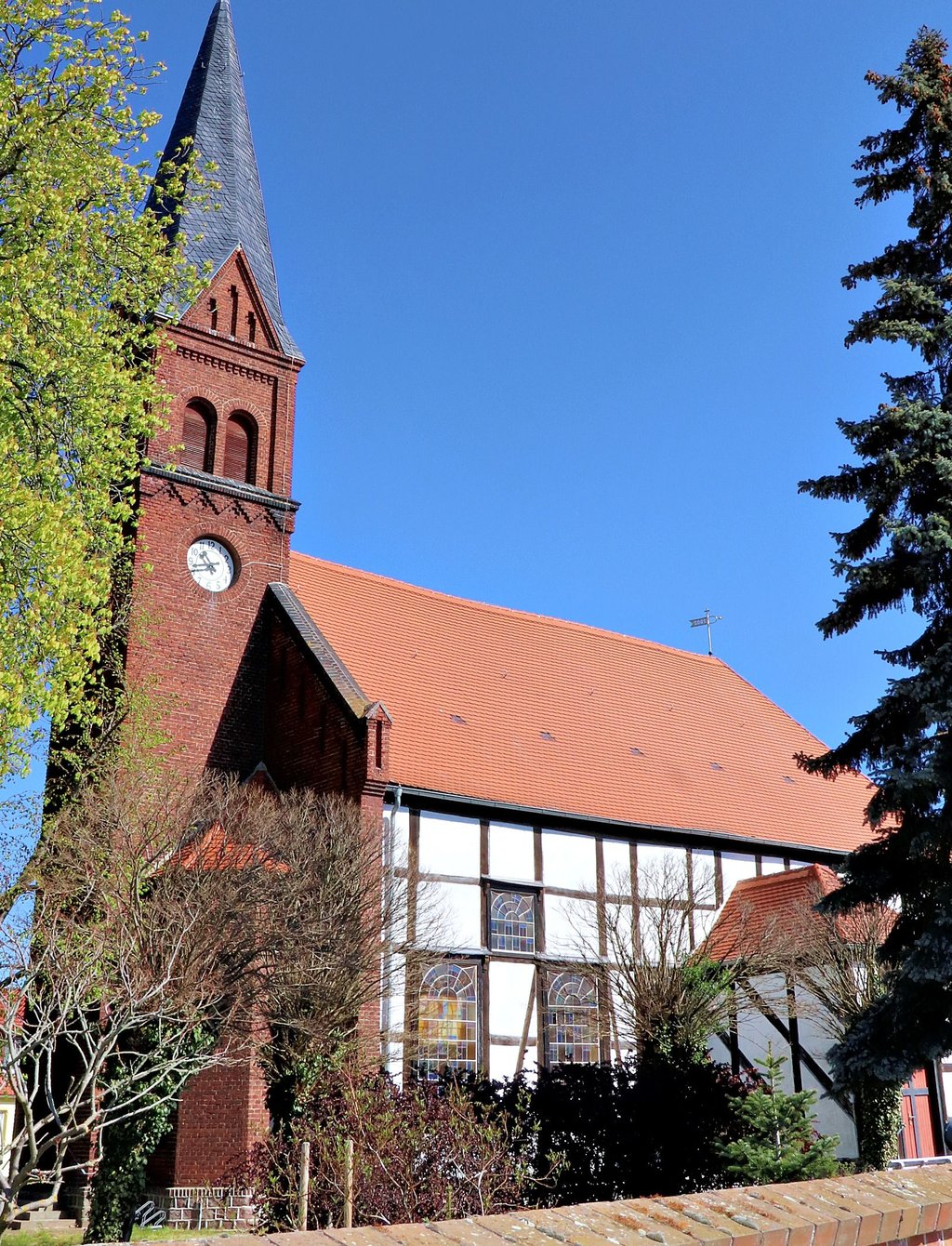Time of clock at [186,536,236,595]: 10:42
